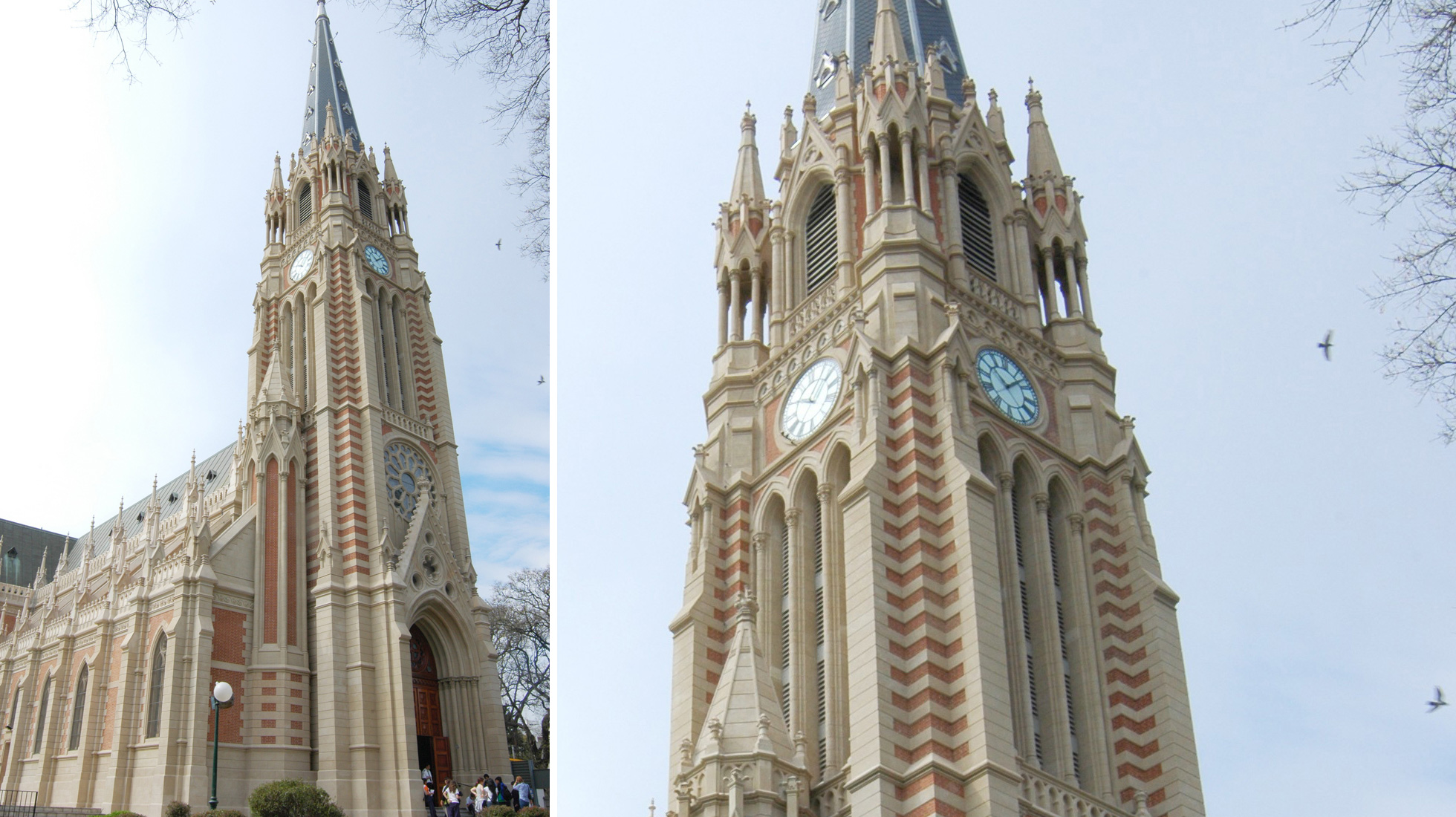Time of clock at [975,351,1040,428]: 10:07
